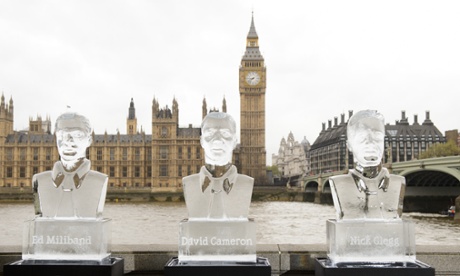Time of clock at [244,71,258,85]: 8:38
